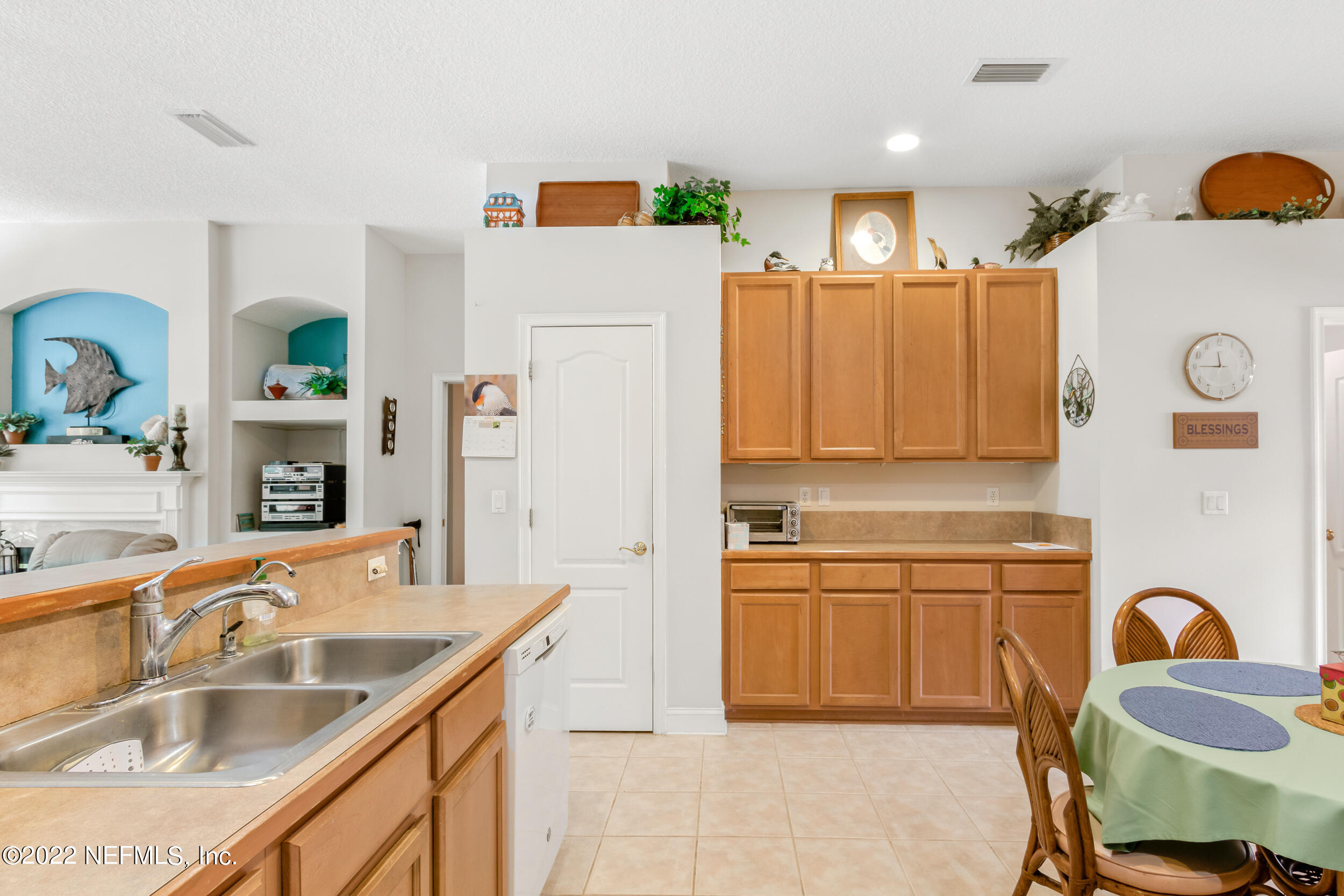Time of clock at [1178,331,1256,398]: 11:45
